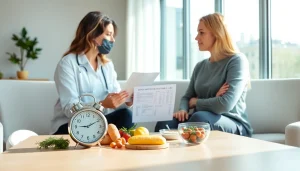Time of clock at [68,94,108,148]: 9:10
